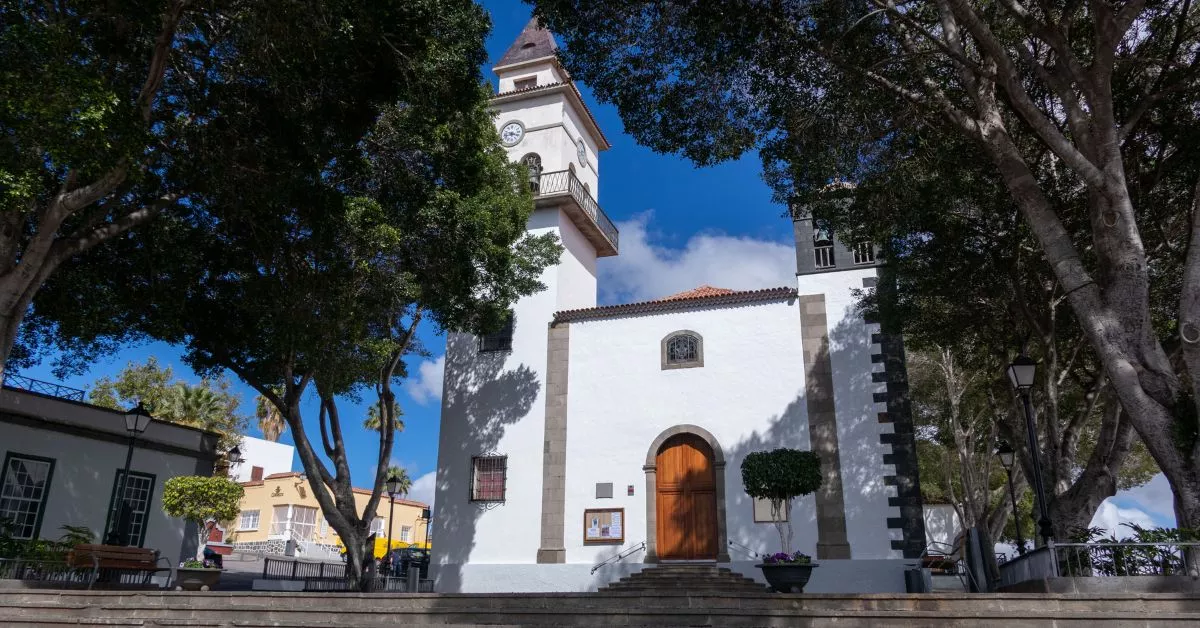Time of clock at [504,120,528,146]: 3:43
